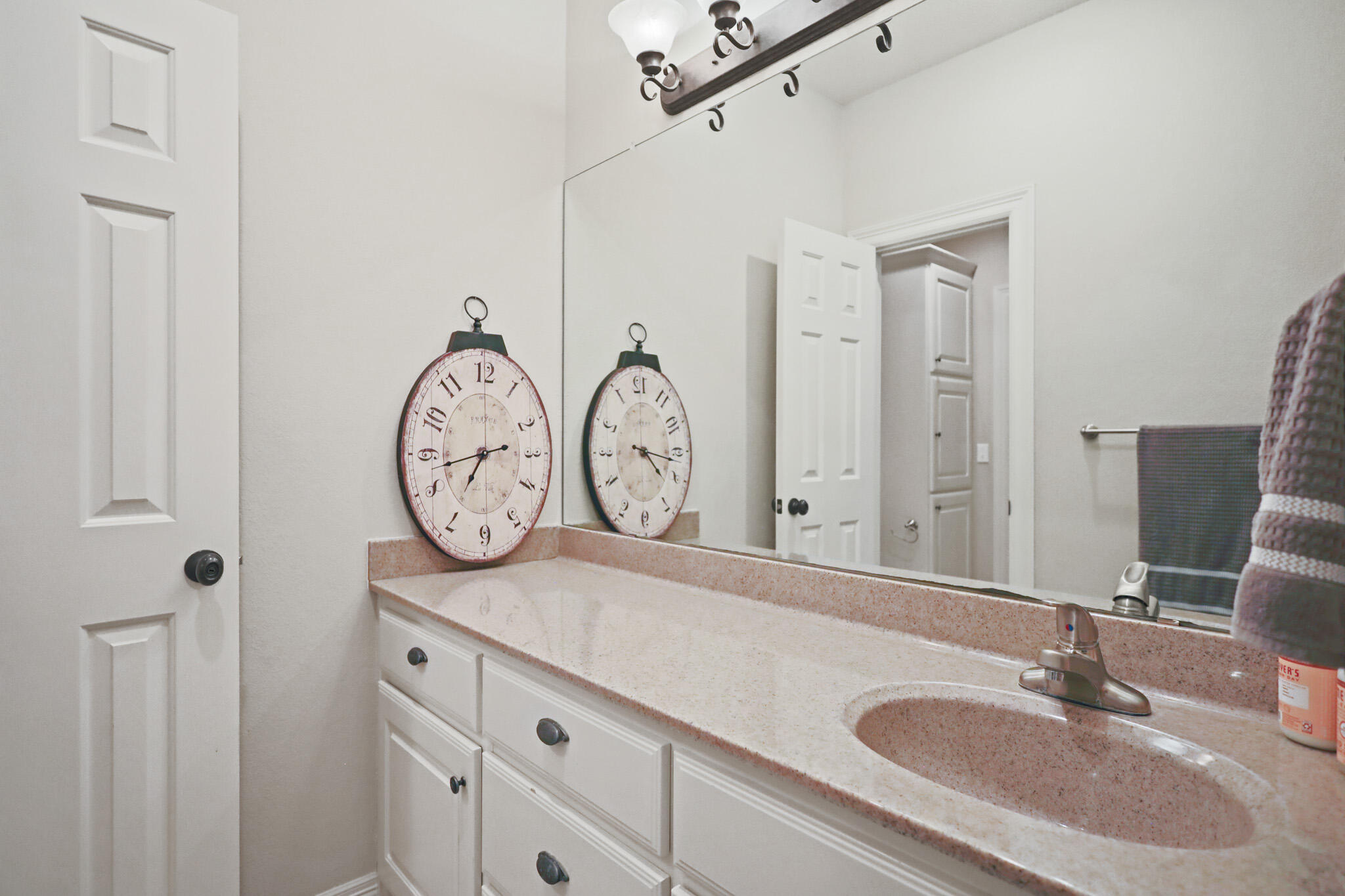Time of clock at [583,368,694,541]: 4:16
